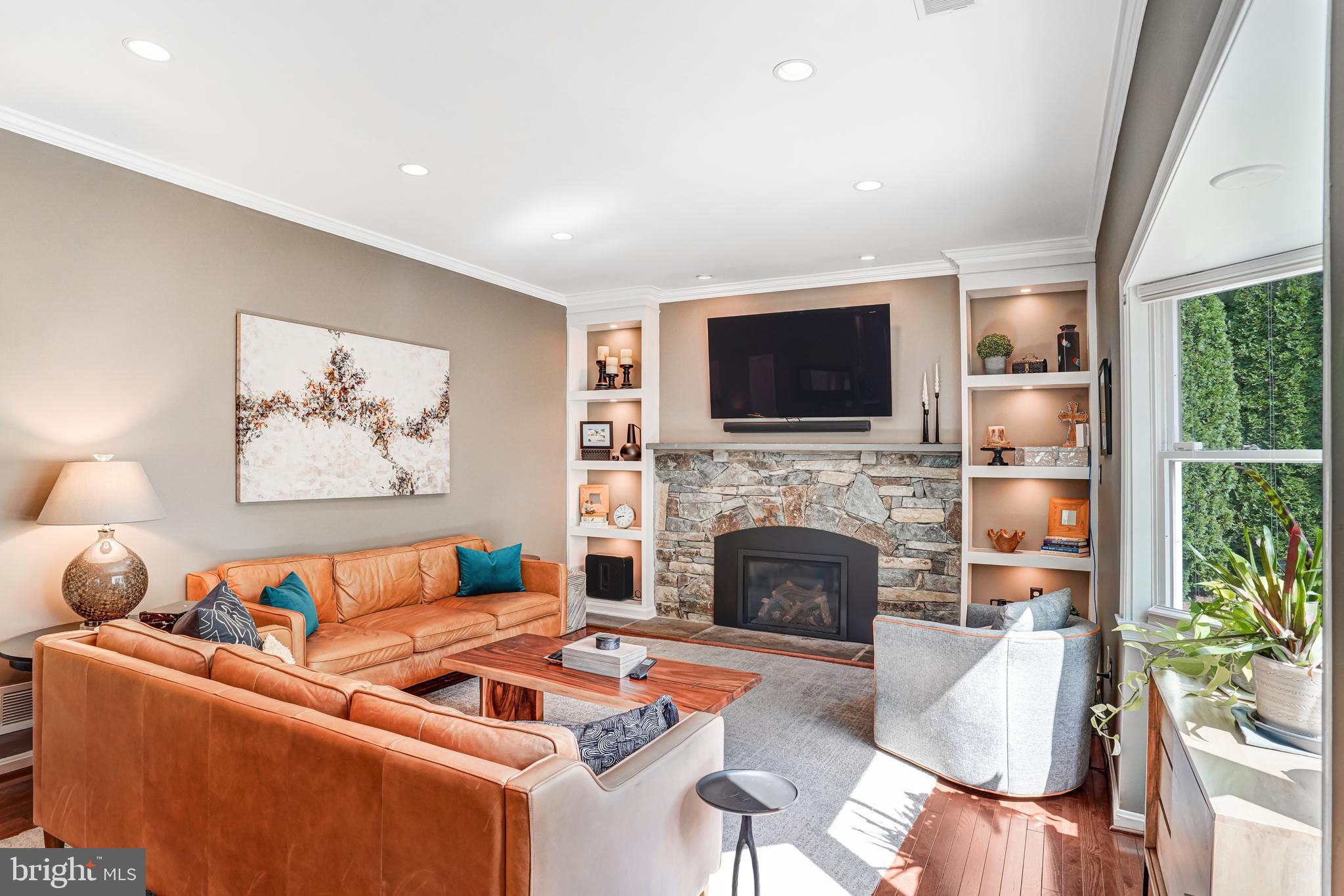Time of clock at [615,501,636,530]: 8:42
